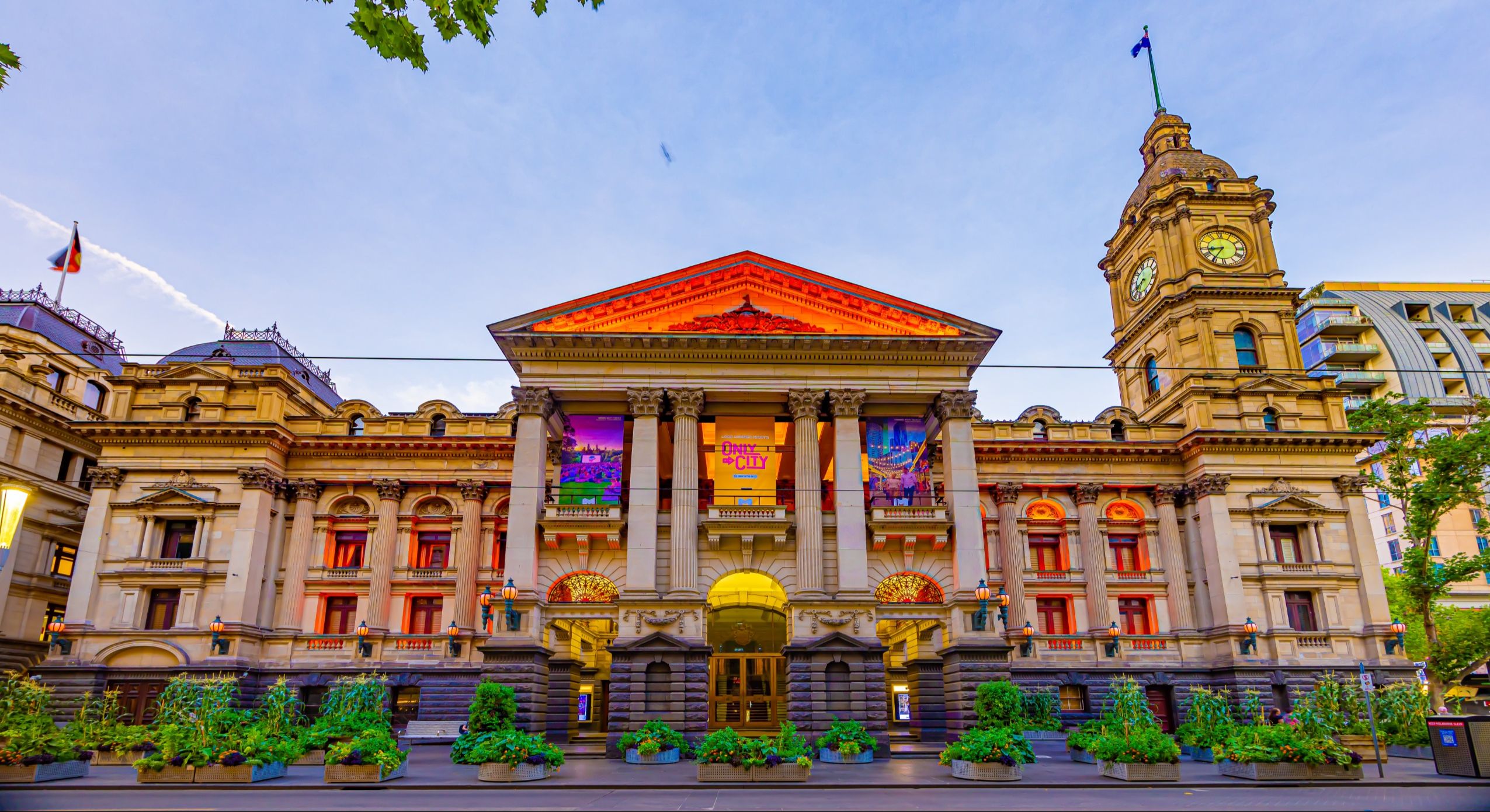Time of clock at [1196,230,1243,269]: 8:35
